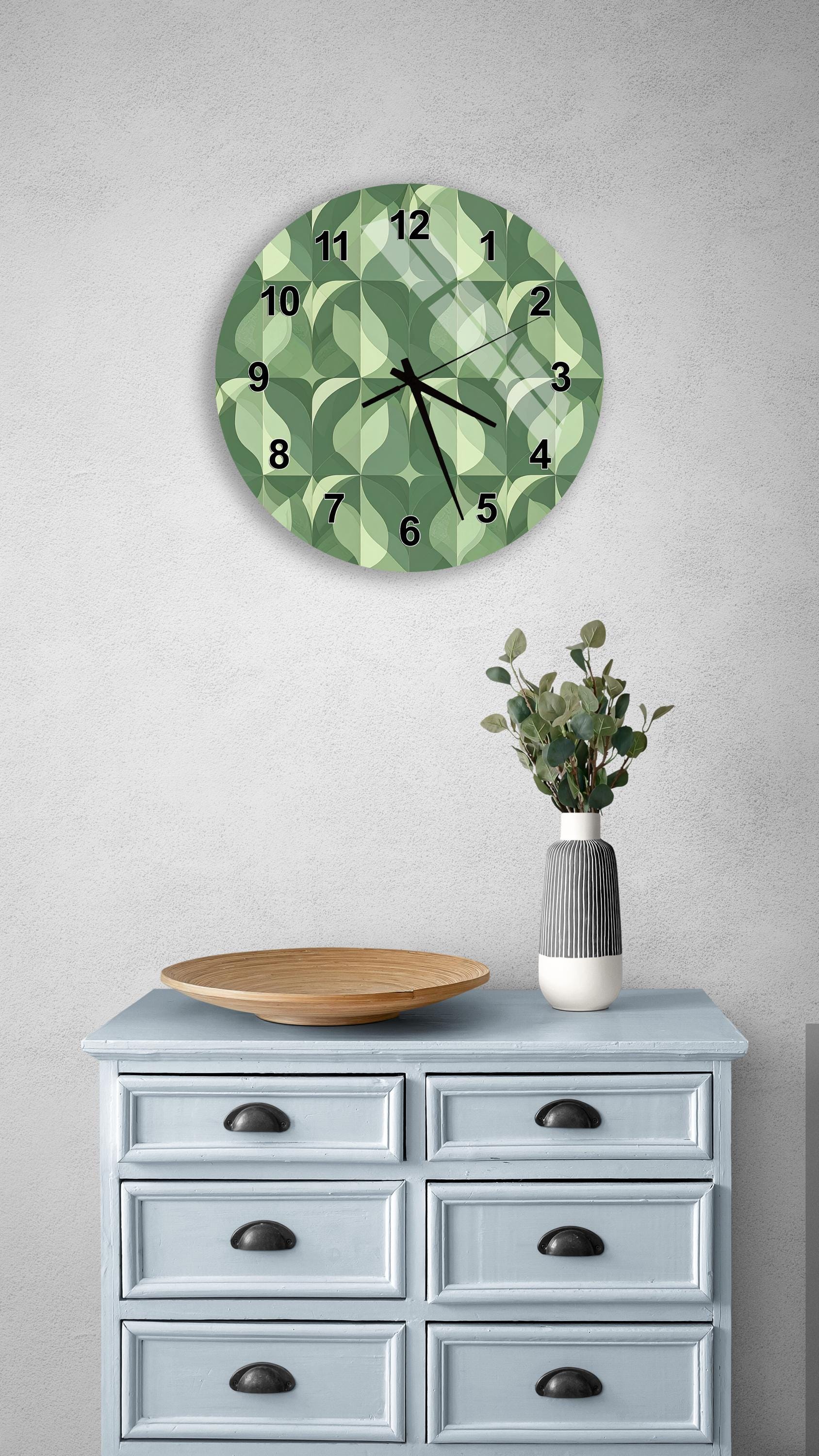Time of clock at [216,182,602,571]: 5:19
